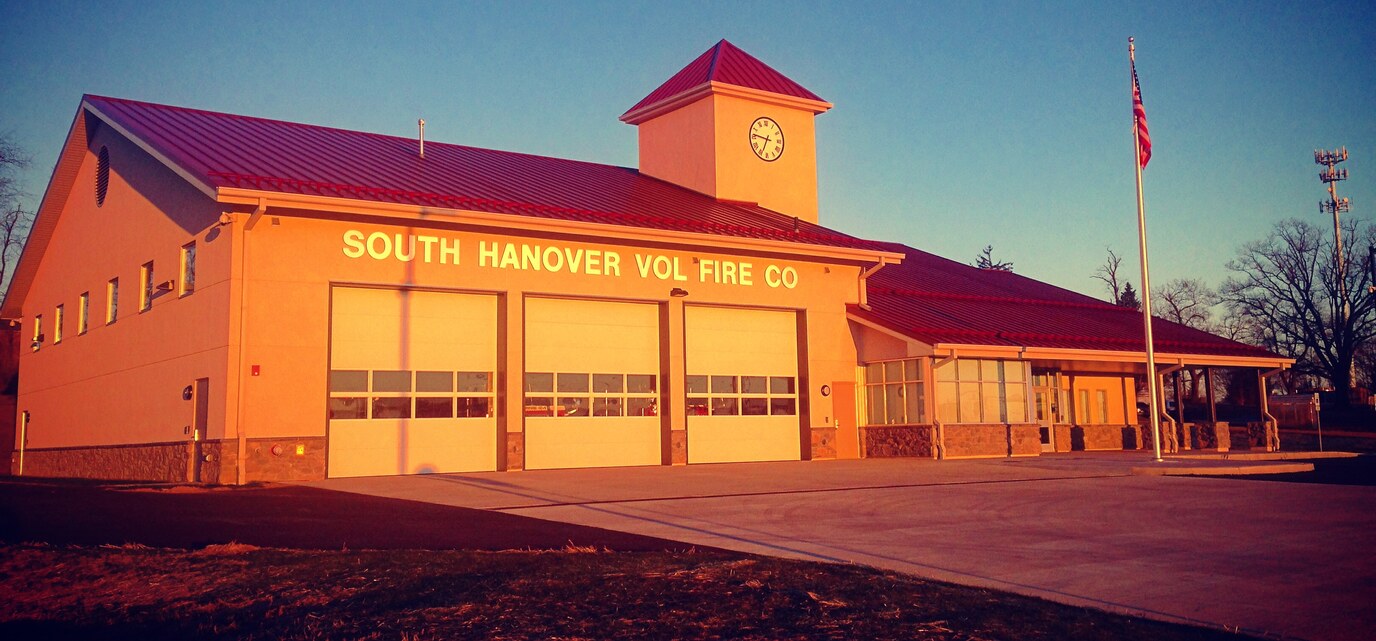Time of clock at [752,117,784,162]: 6:46
